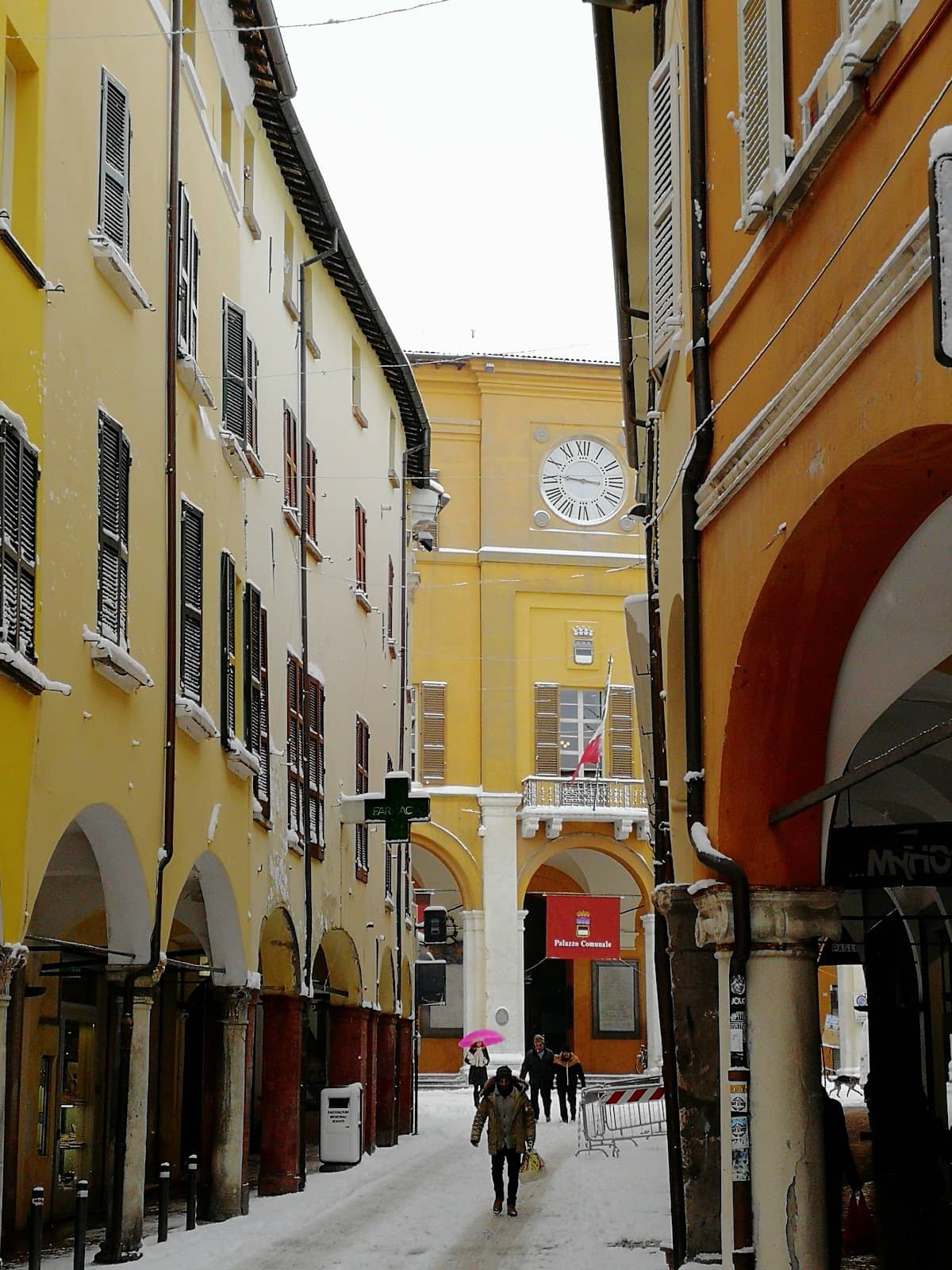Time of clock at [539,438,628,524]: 9:16
